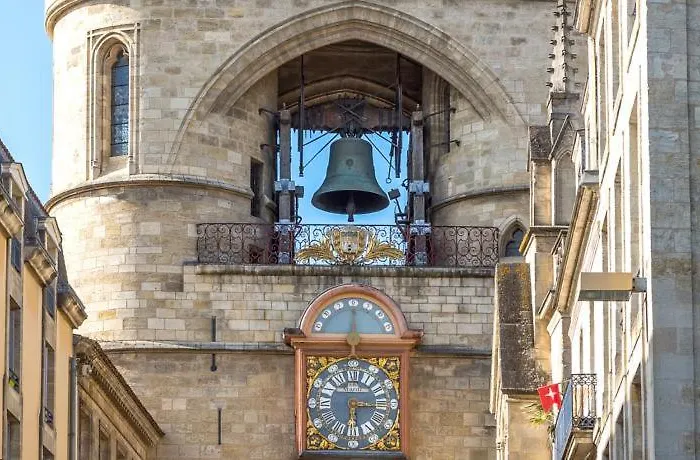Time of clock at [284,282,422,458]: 6:15
